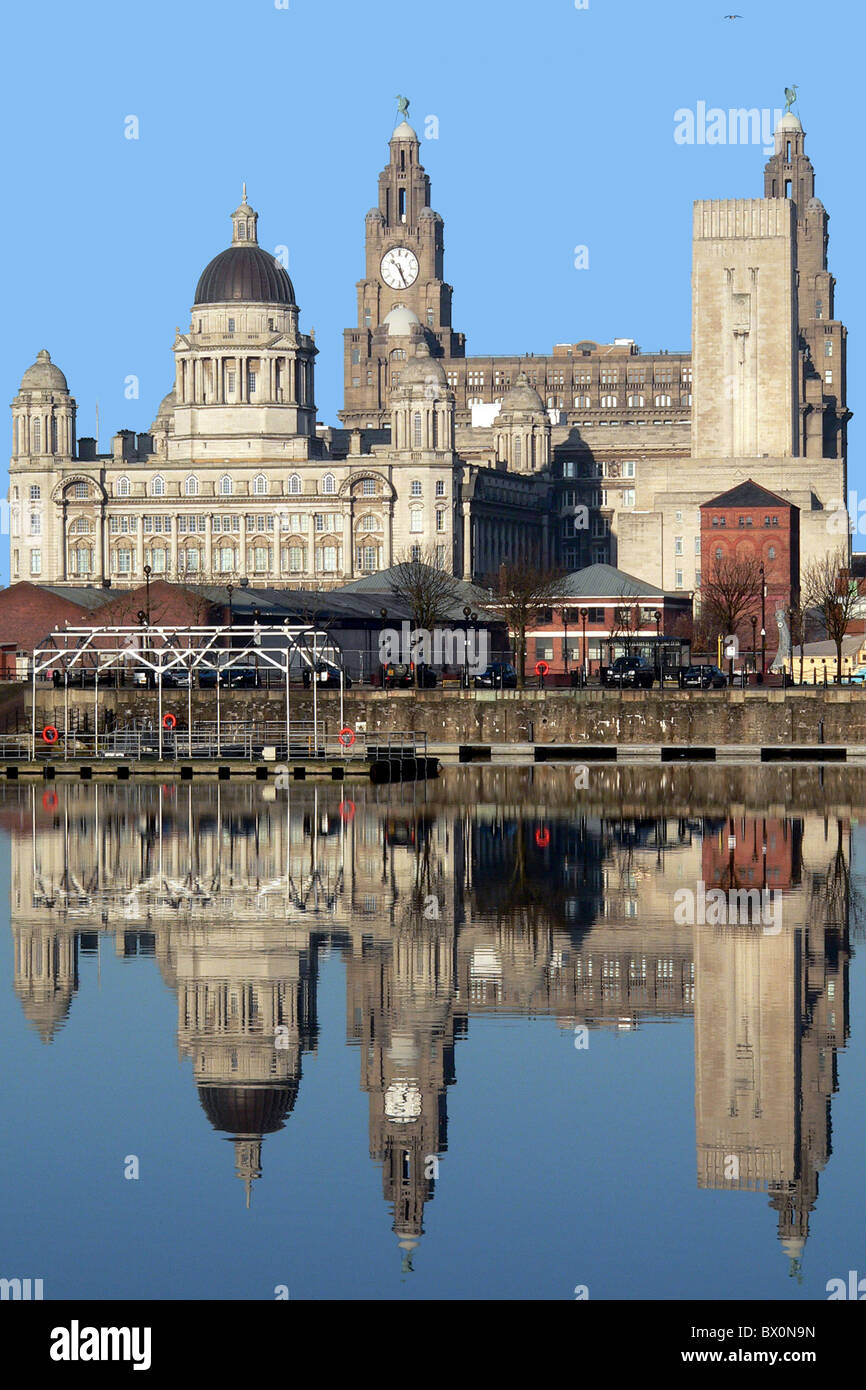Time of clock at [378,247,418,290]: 10:26
